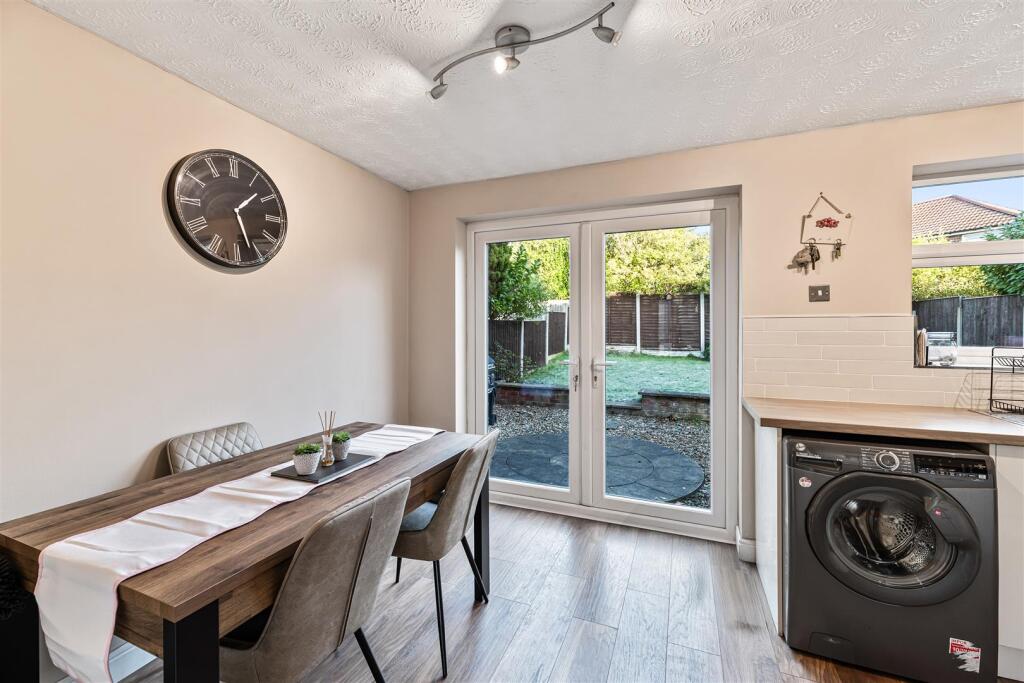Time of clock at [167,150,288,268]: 1:26
